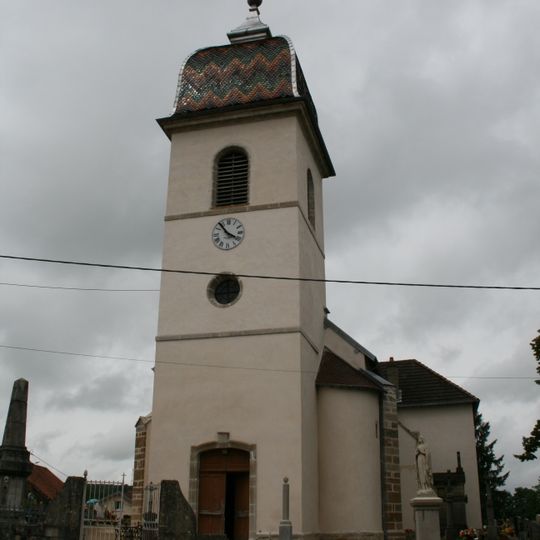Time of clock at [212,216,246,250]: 3:53
